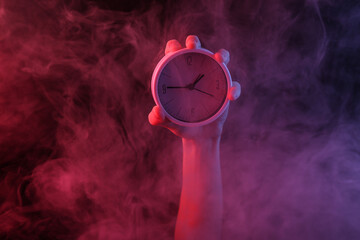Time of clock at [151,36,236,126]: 1:45
